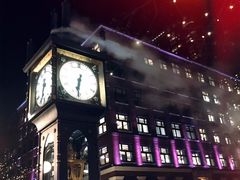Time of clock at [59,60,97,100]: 6:31
